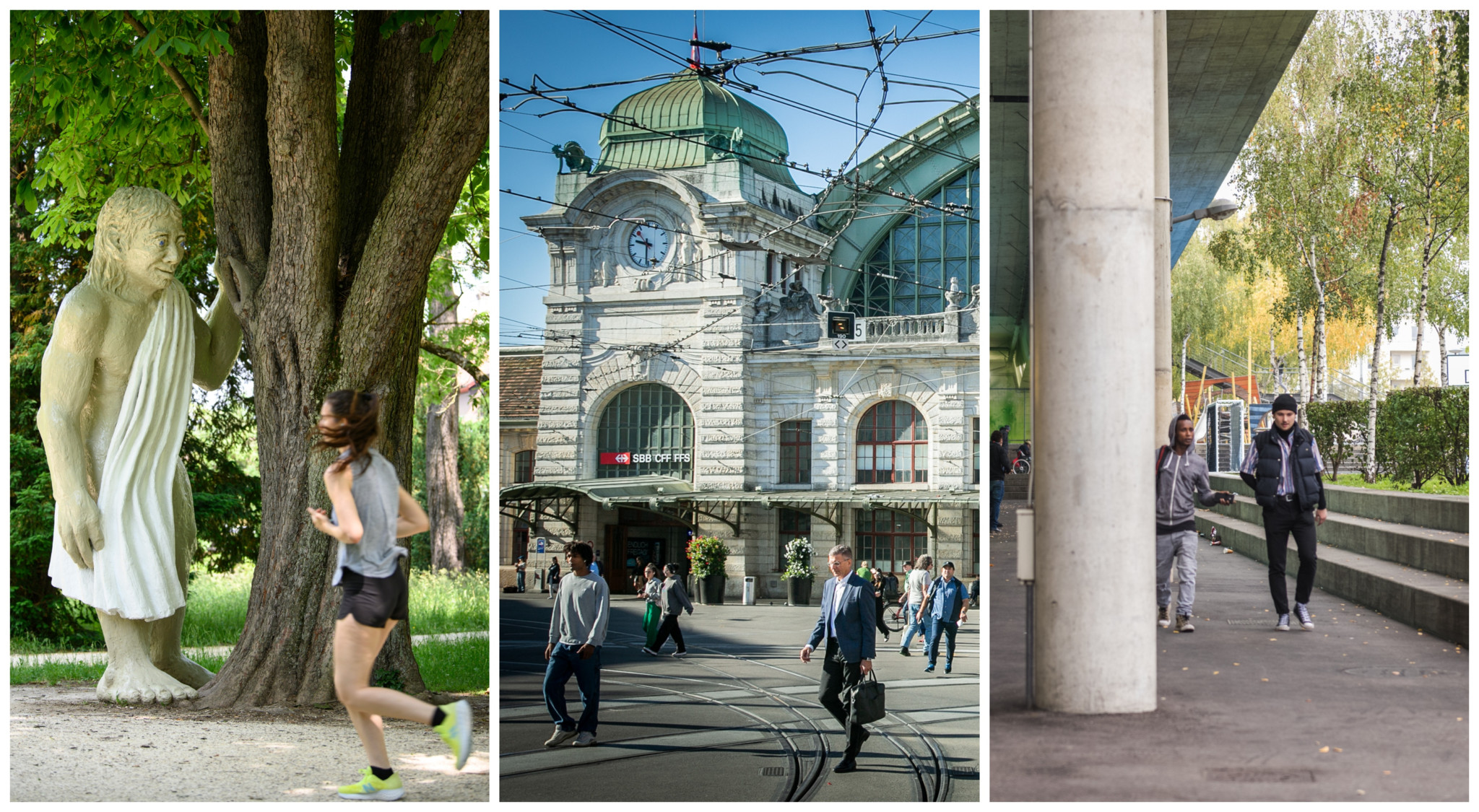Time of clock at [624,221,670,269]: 9:30
